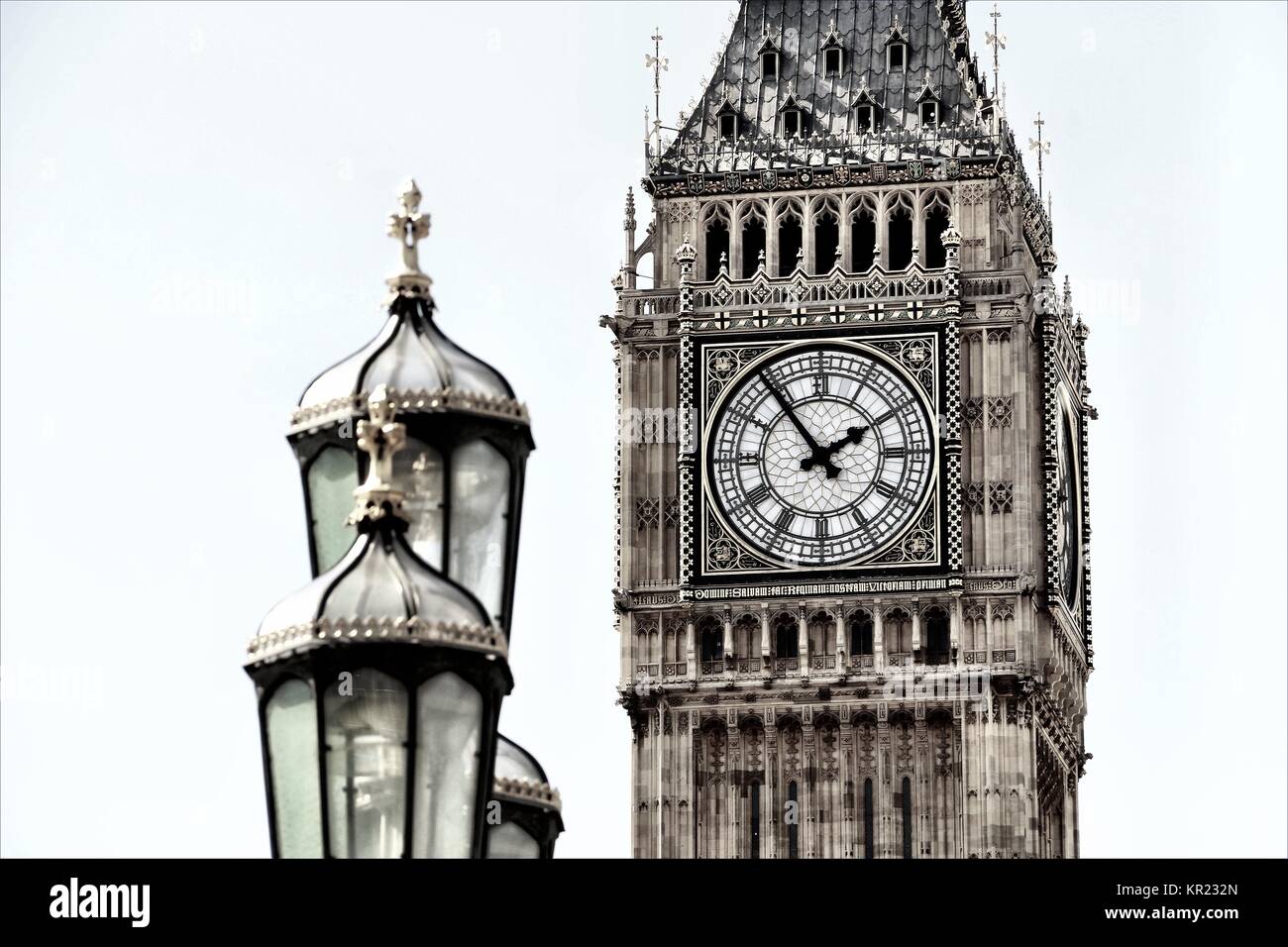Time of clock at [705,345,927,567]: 1:53
